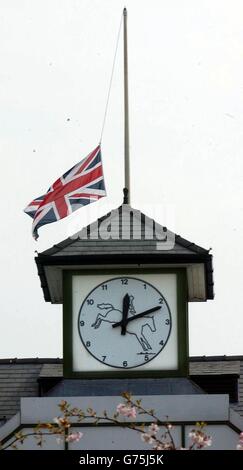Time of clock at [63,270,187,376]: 12:11
